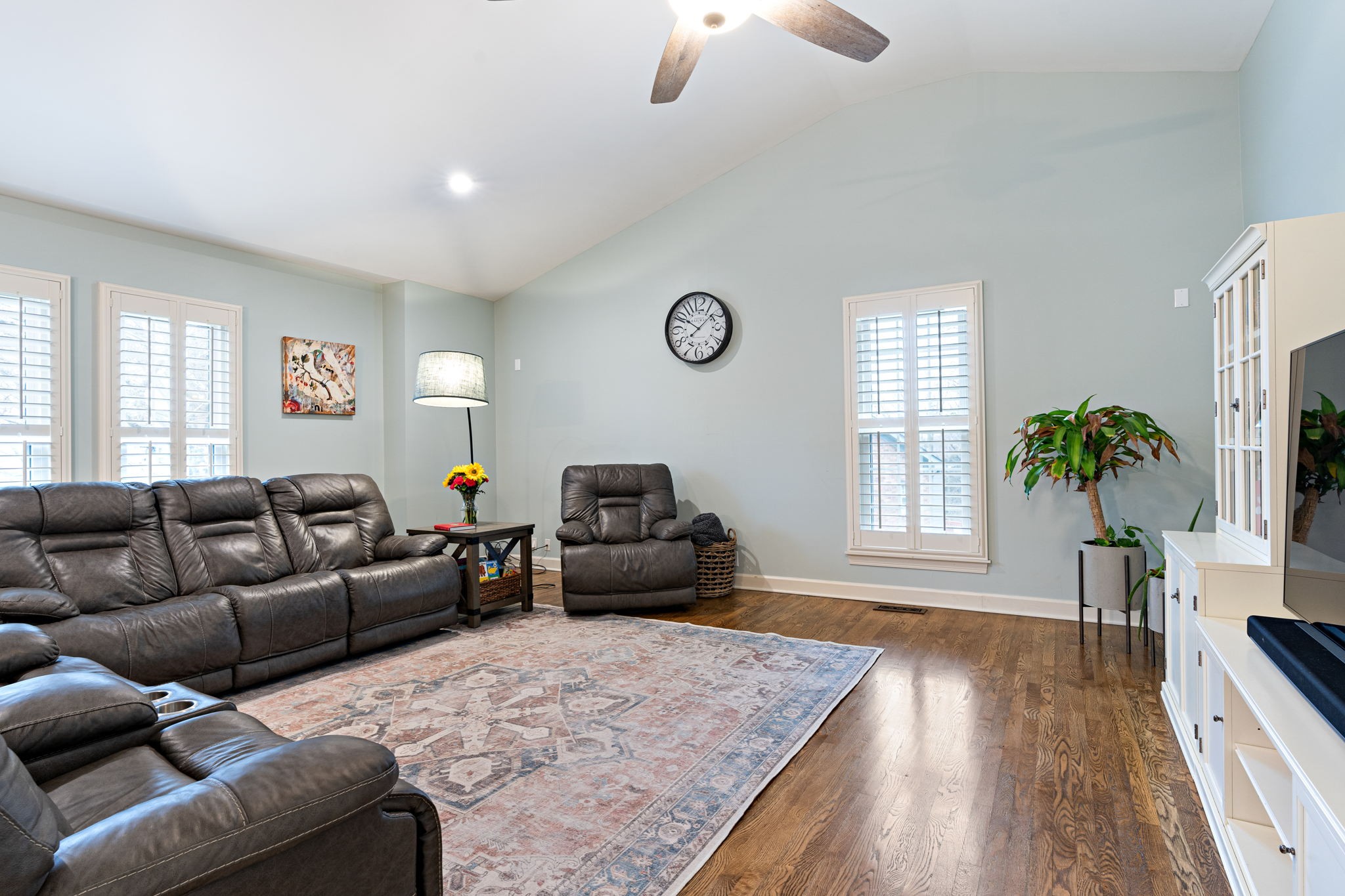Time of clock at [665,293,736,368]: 10:07
